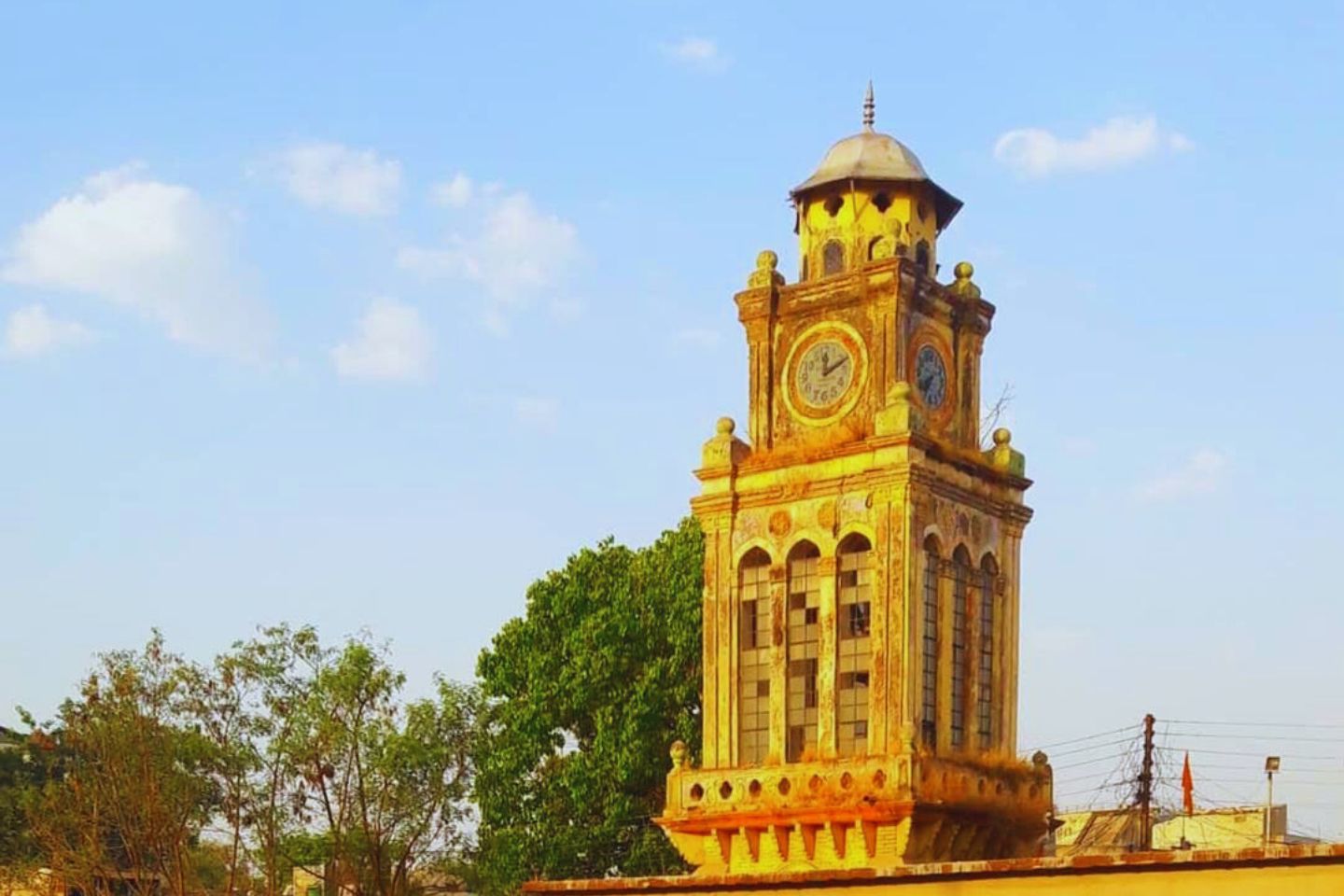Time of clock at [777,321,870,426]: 12:10
